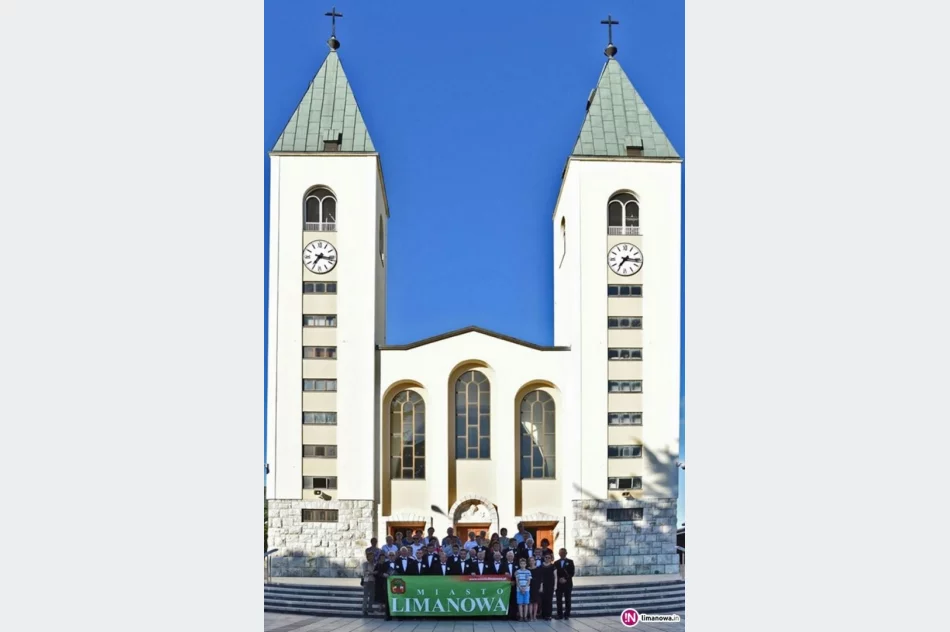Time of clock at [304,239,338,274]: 7:16
